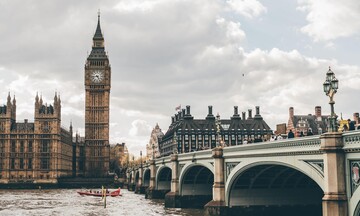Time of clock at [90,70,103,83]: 4:43
